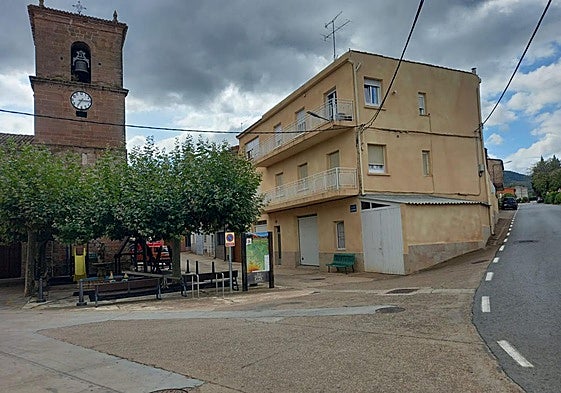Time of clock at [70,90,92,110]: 7:15
